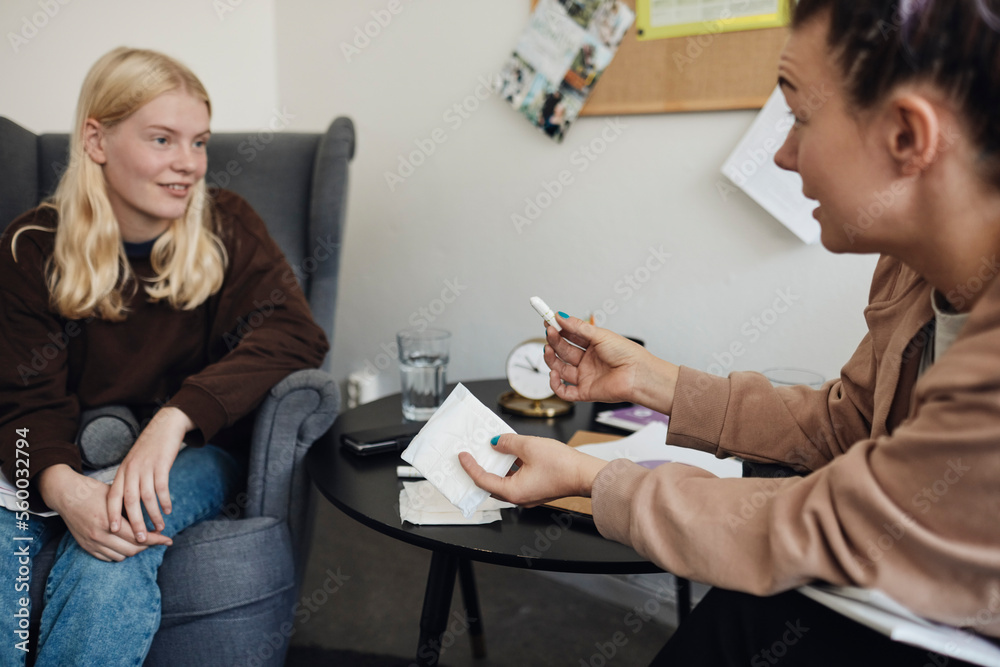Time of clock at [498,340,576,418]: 10:46
